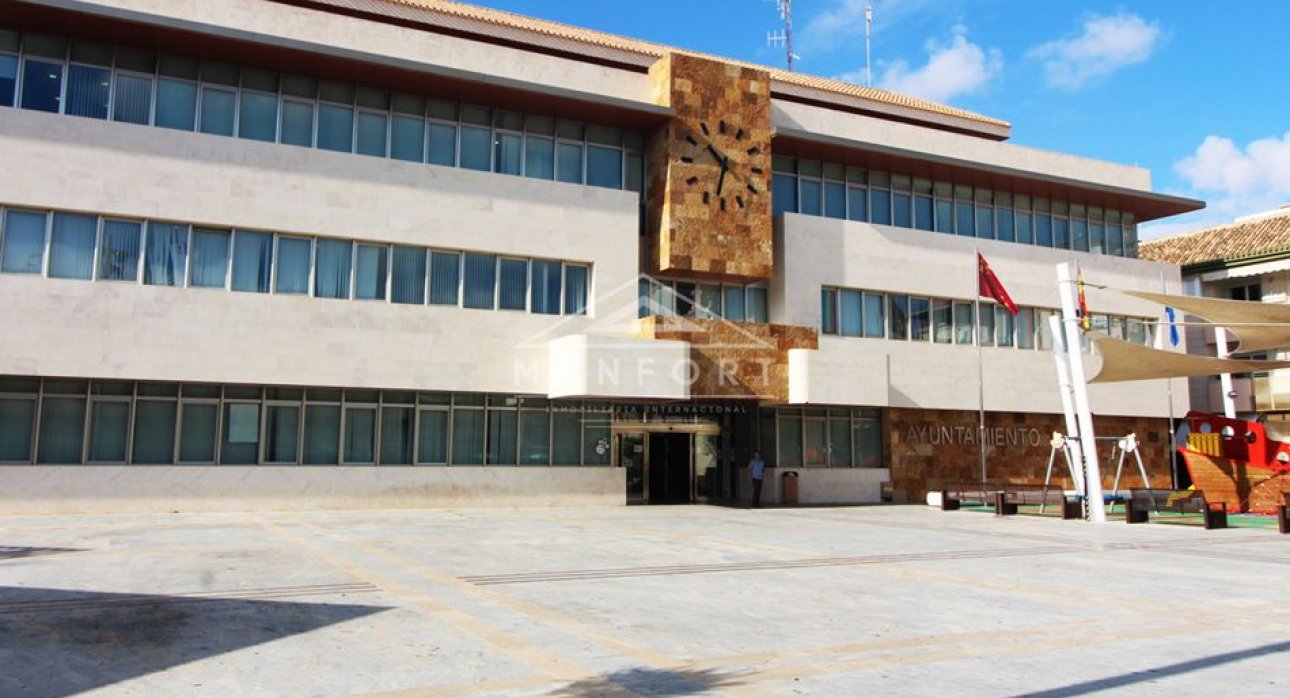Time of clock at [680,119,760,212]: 10:32
